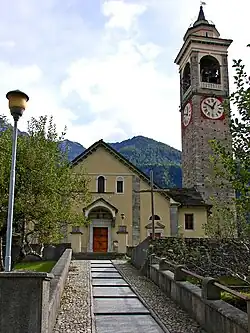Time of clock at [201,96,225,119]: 12:49
